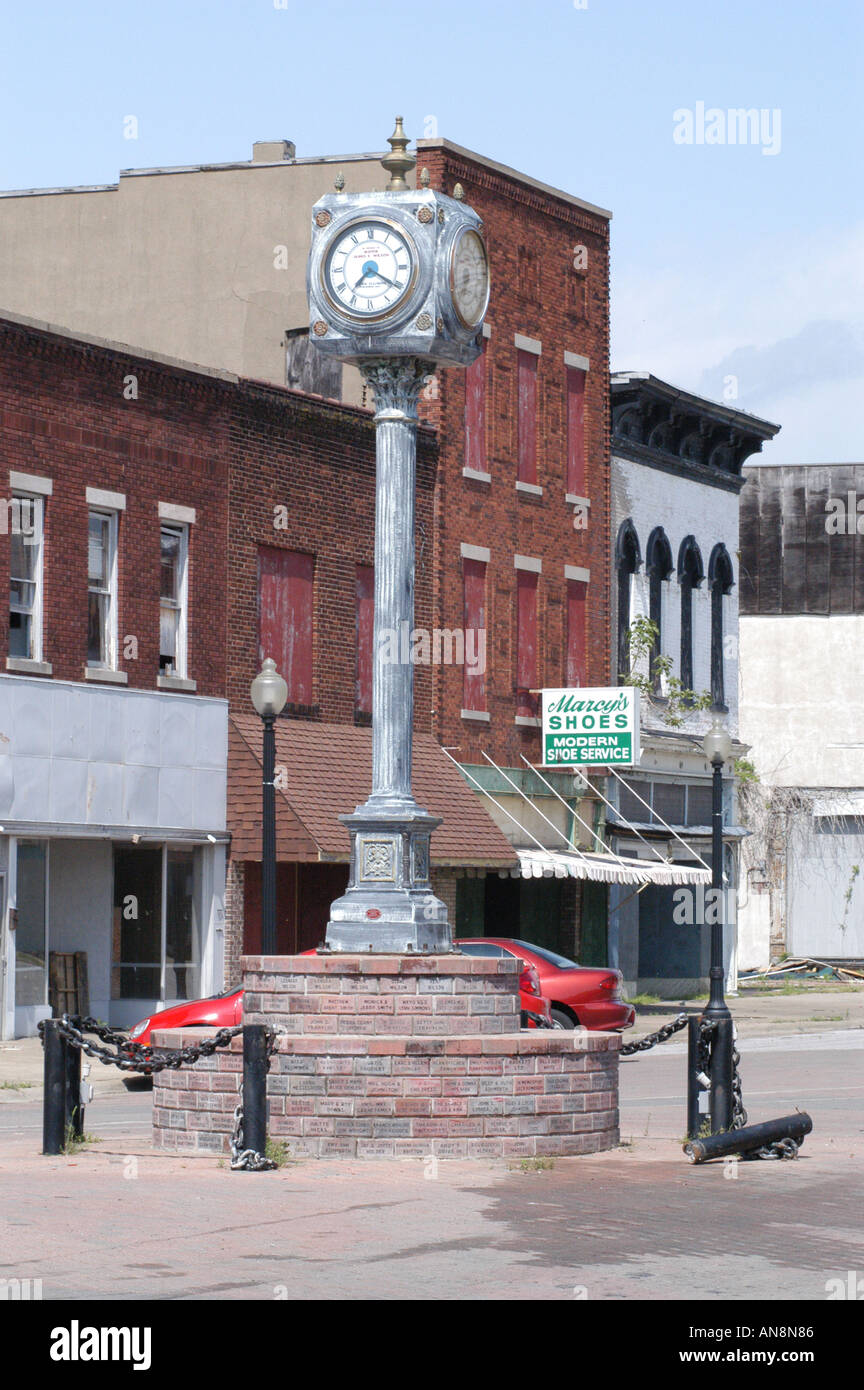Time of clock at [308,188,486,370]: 7:20
